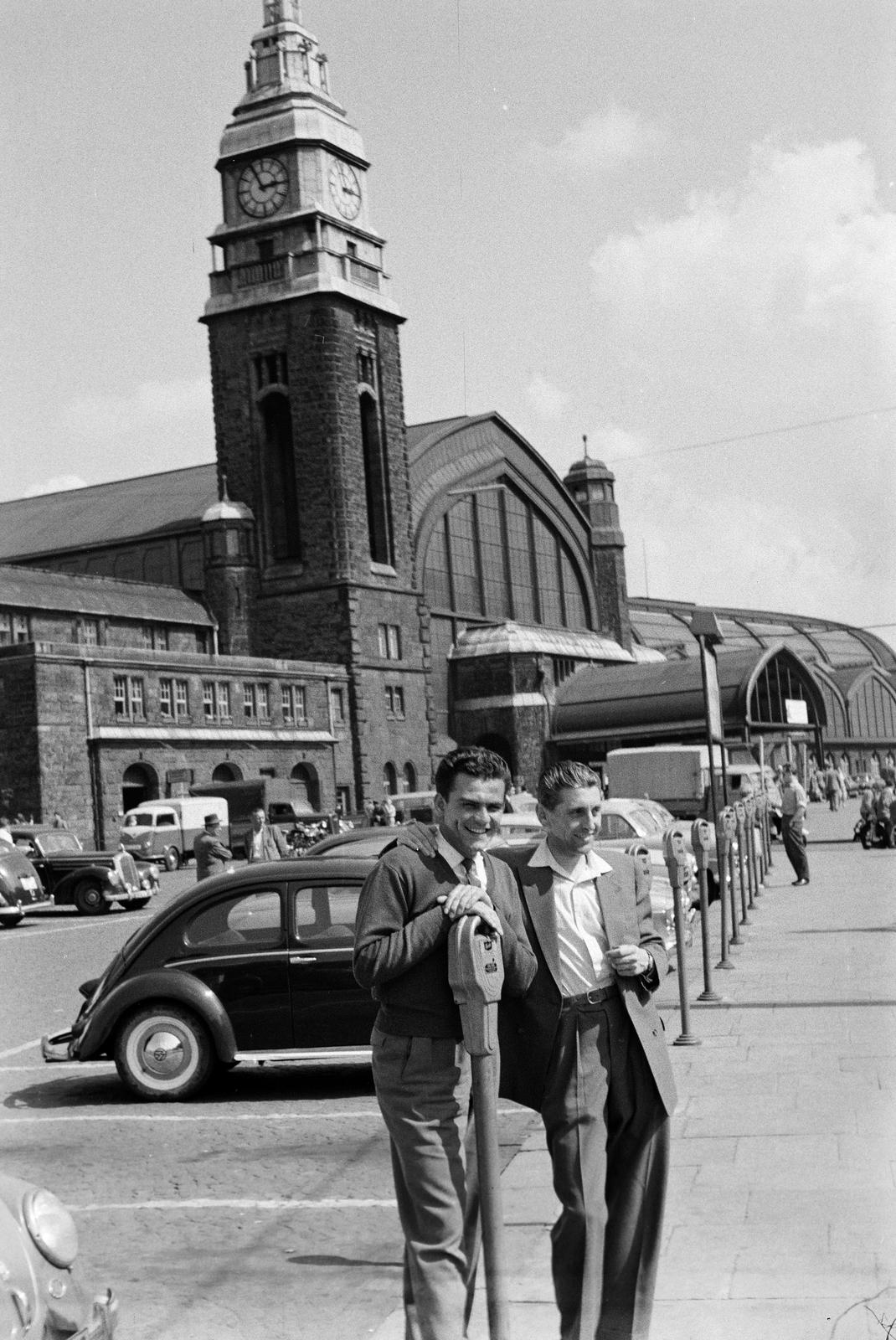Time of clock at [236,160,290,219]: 2:56
